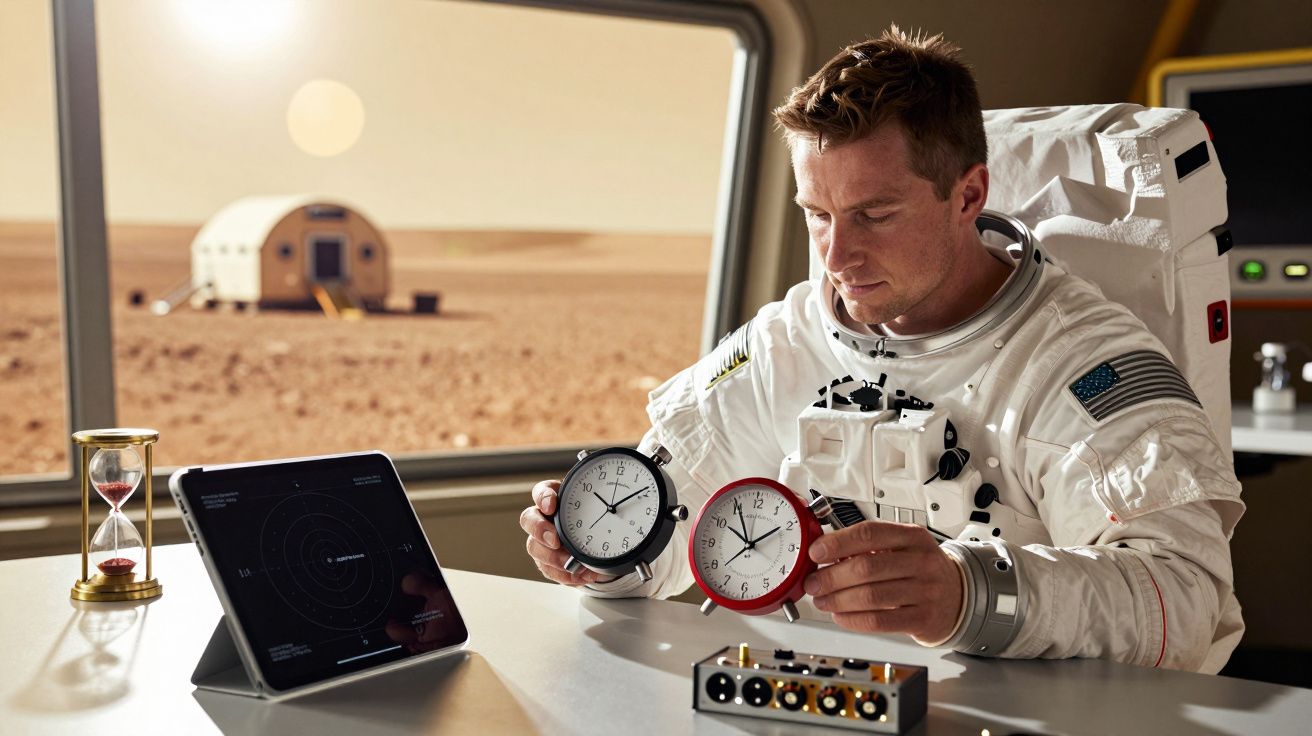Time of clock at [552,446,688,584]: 10:09
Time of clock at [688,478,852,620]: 1:55
